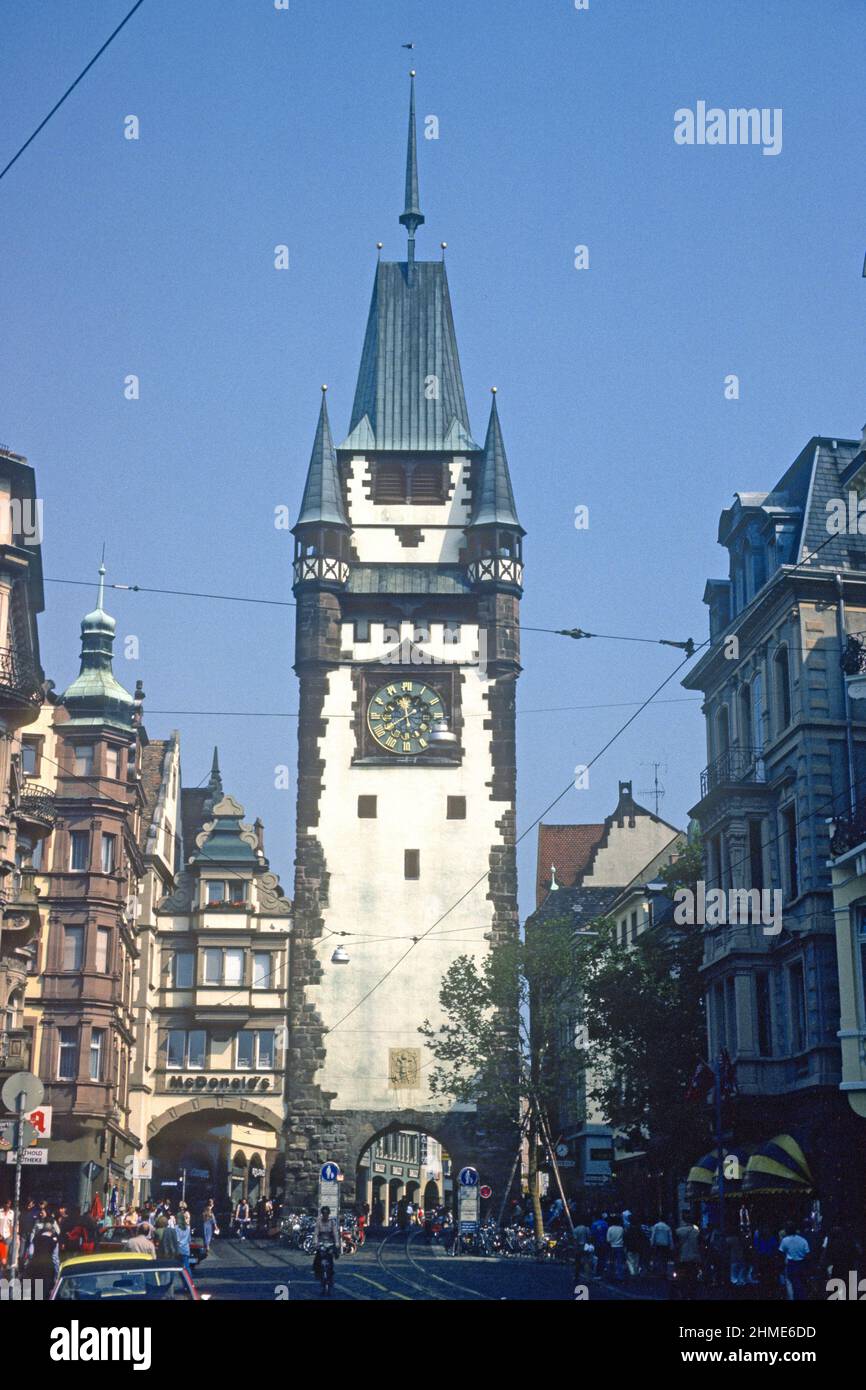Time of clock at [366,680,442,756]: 11:39
